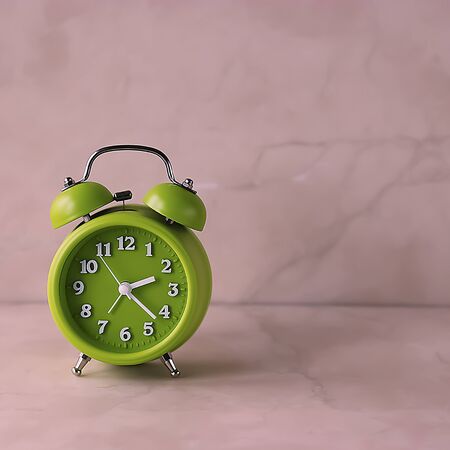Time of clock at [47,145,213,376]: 2:21
